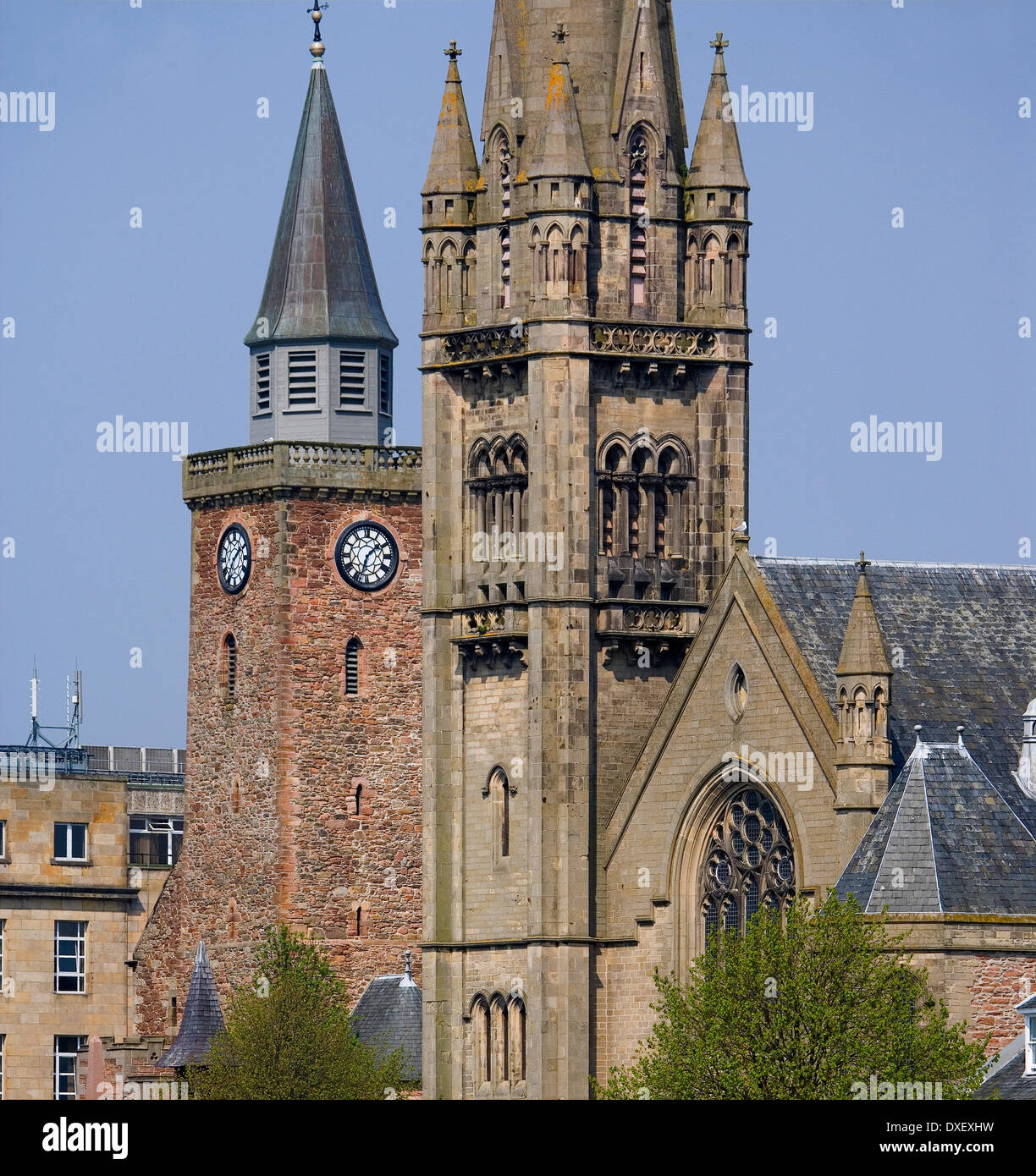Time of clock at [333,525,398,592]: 1:33
